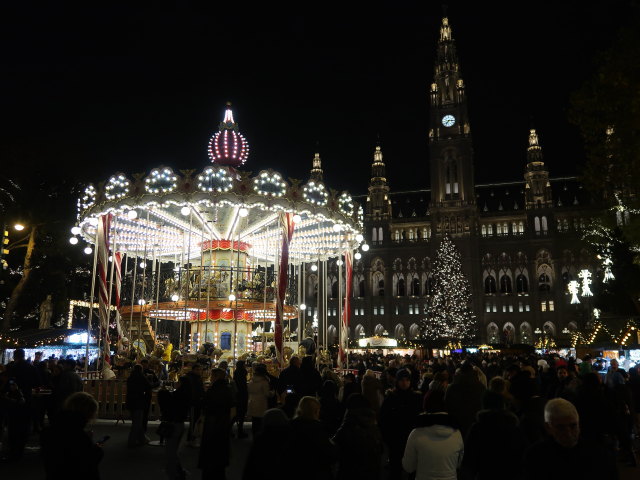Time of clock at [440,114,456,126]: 7:15
